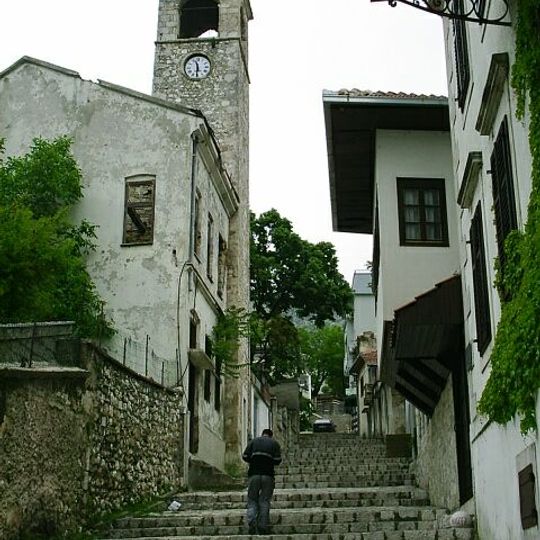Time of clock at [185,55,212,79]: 11:30
